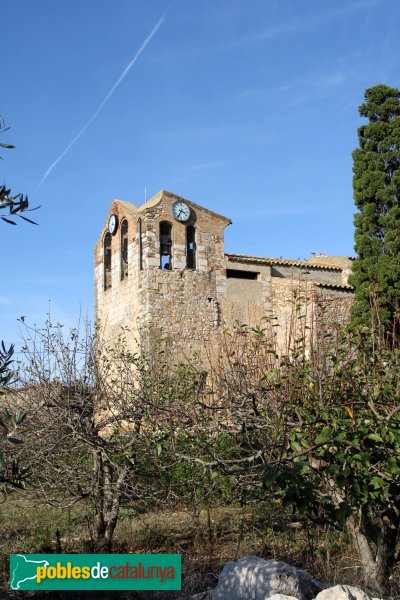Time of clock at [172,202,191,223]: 3:34
